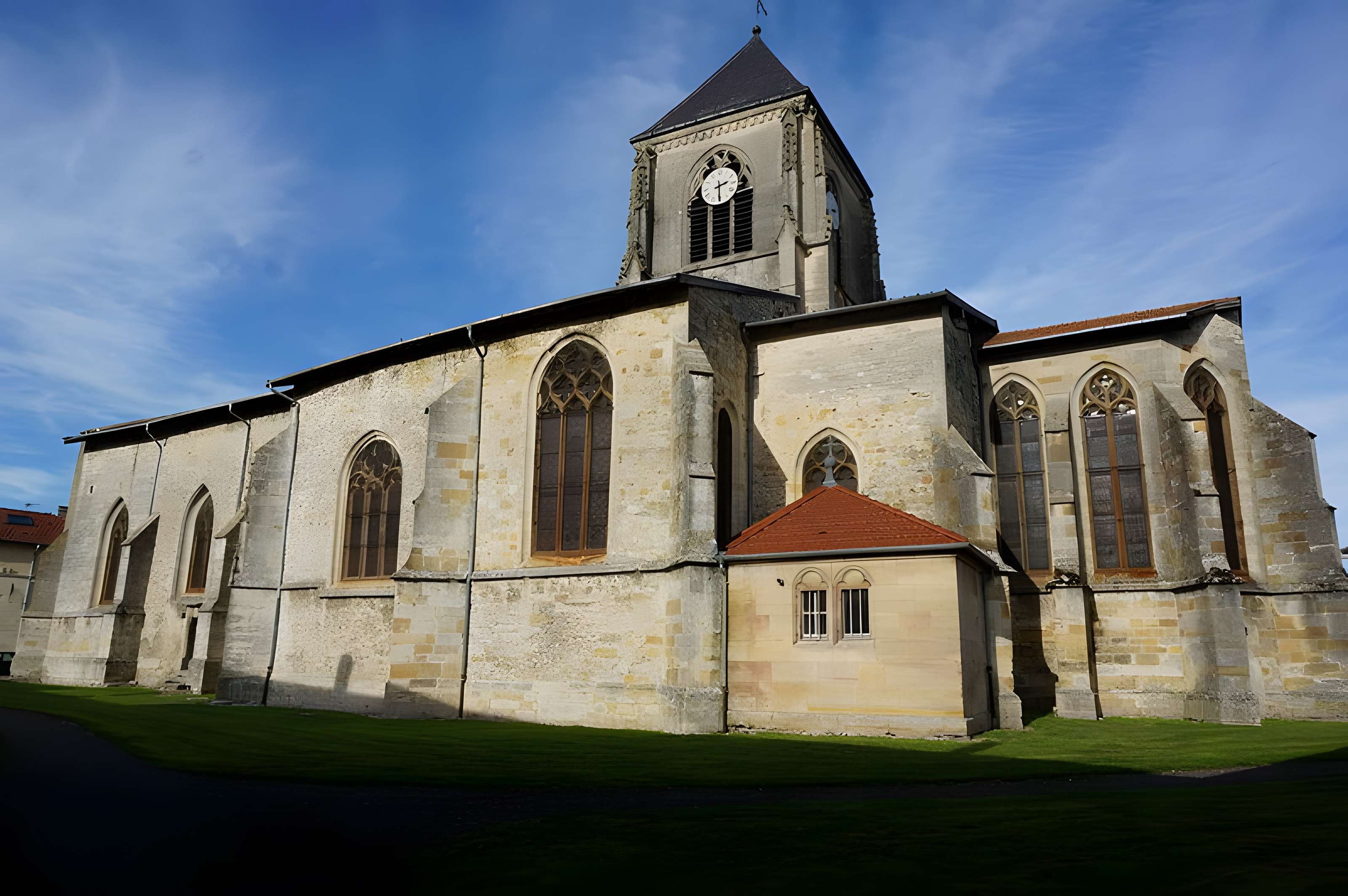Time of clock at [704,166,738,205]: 2:30
